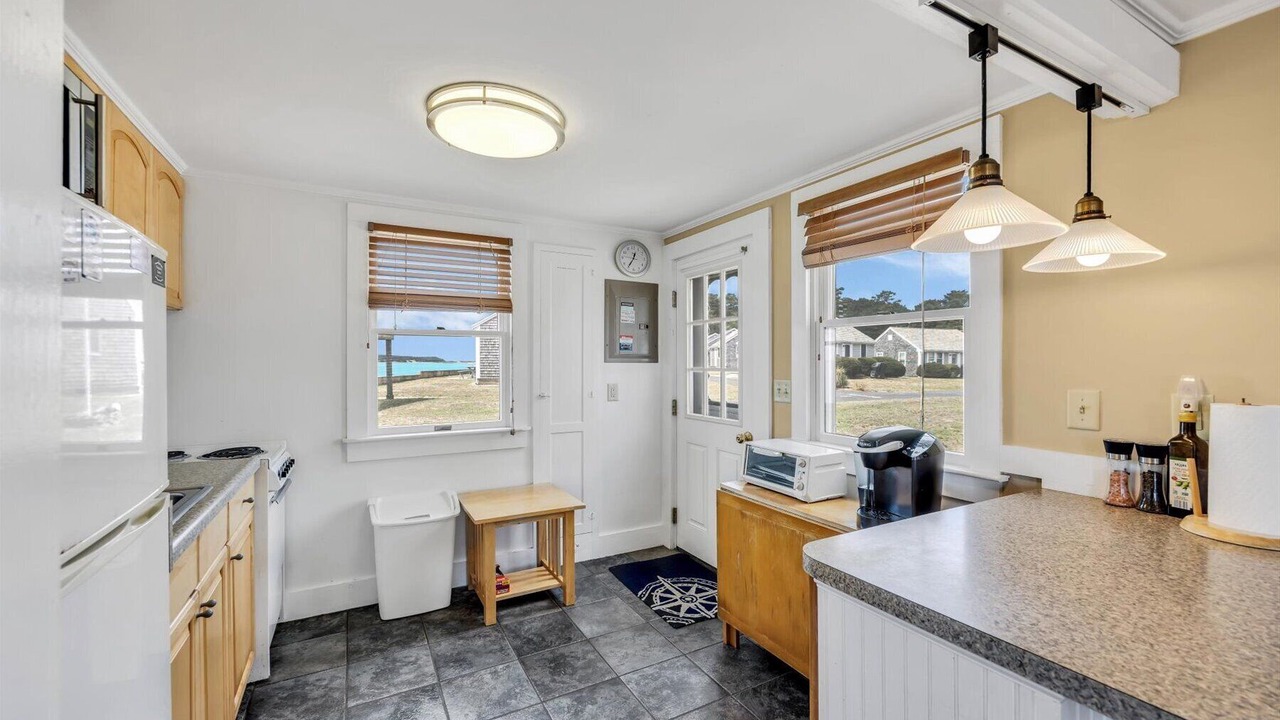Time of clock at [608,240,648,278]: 12:35
